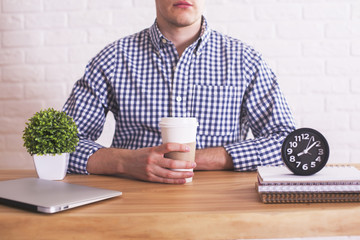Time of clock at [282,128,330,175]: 8:08
